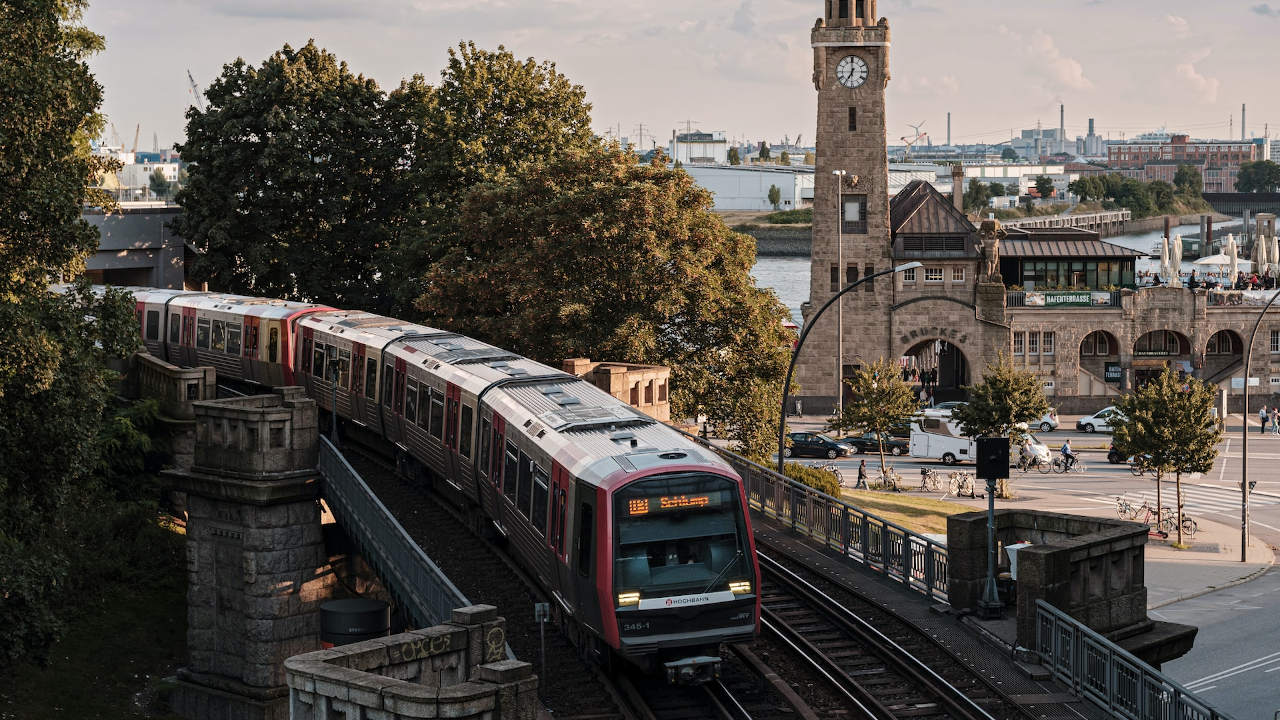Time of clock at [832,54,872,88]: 6:59
